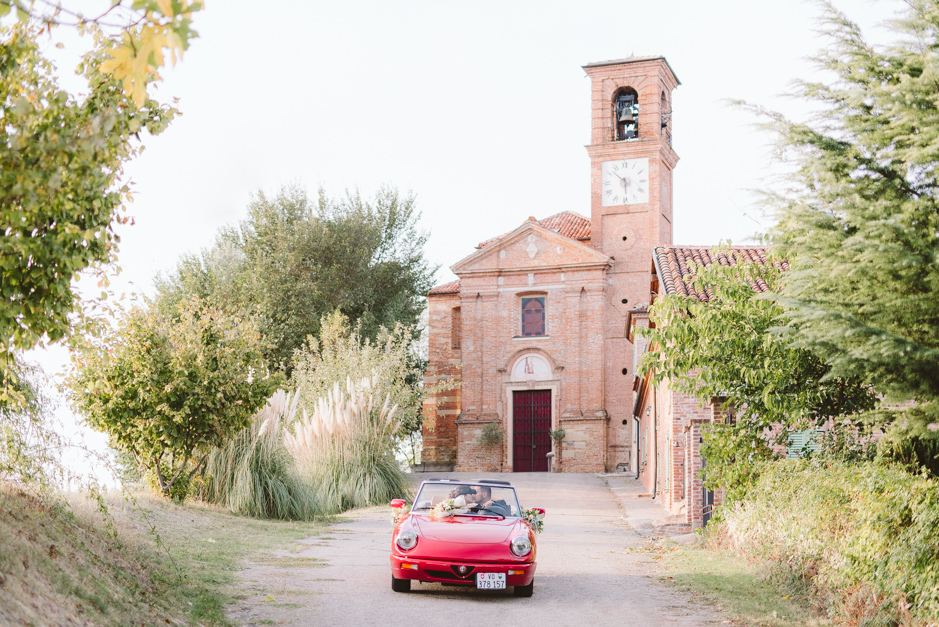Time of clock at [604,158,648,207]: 5:52
